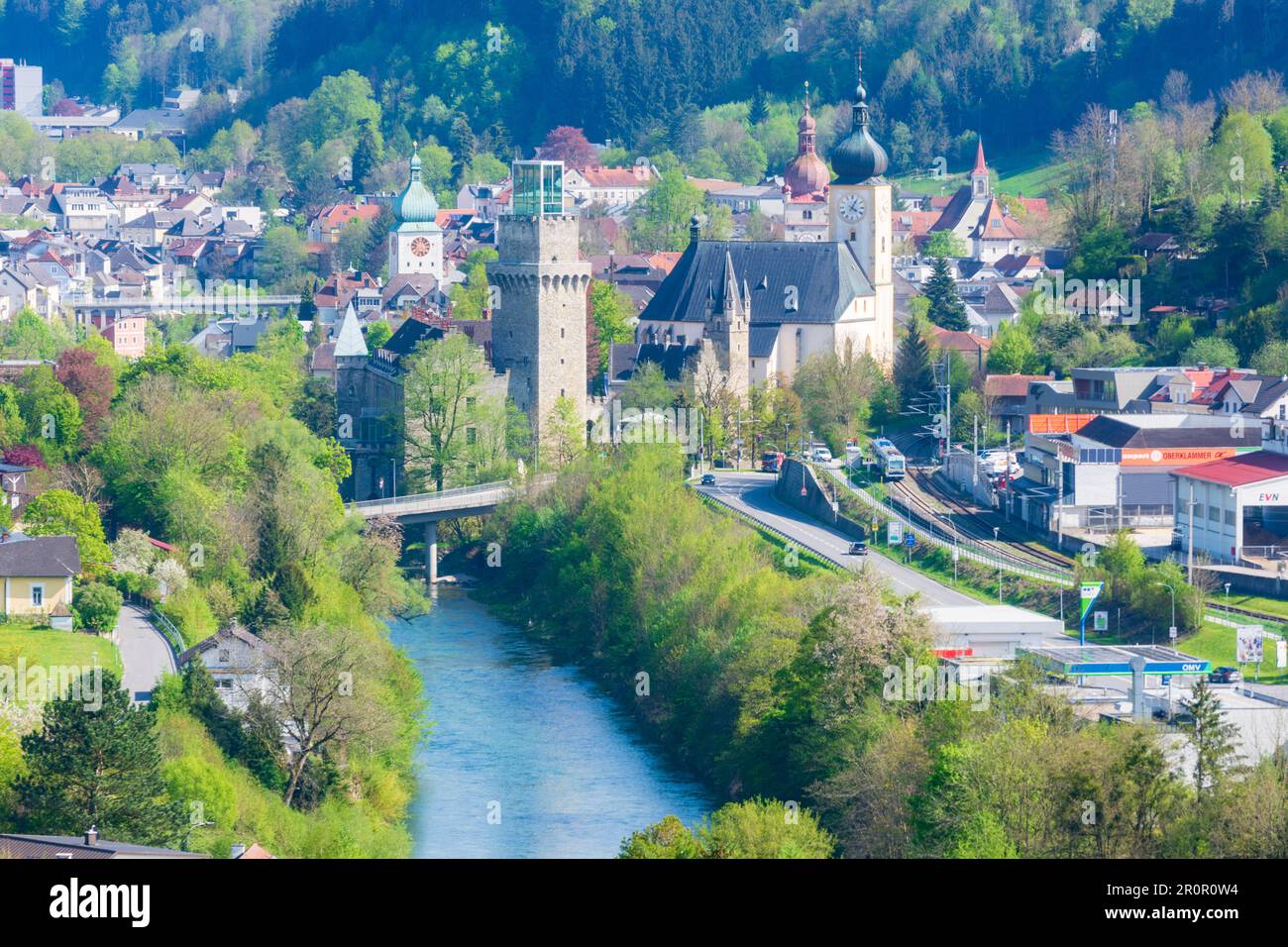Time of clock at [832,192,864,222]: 4:04
